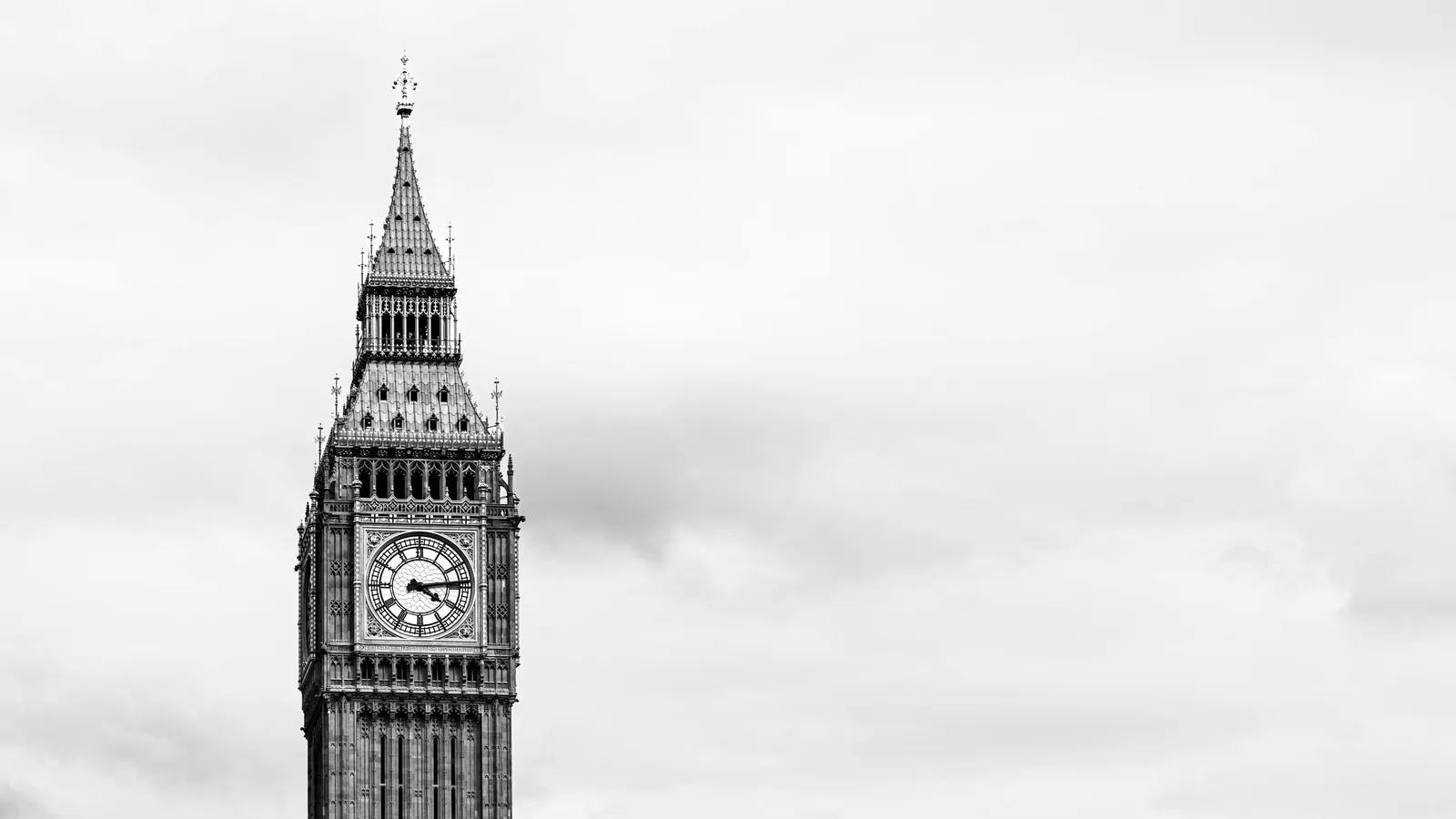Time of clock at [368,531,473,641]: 4:13
